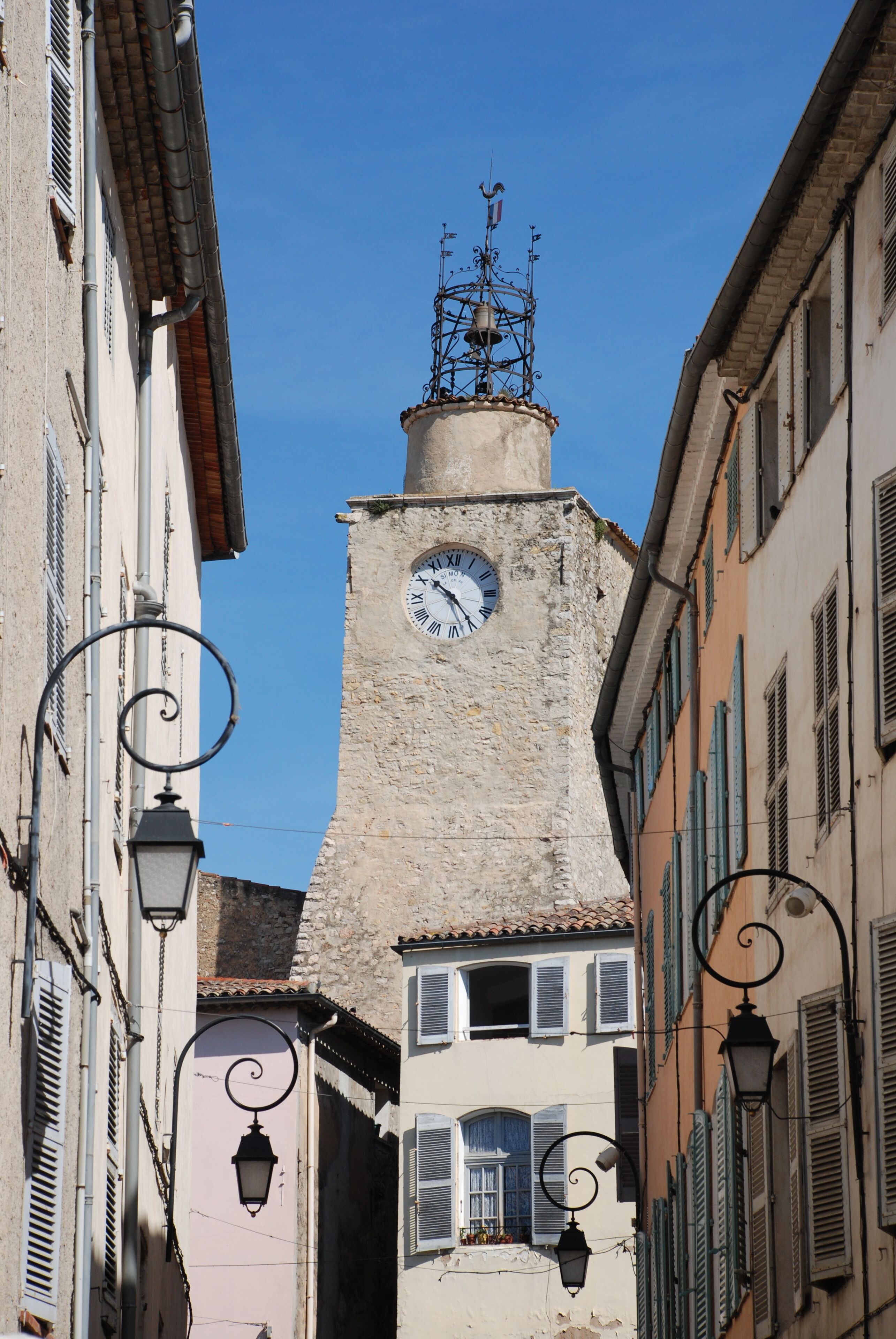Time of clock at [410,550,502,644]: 10:24
